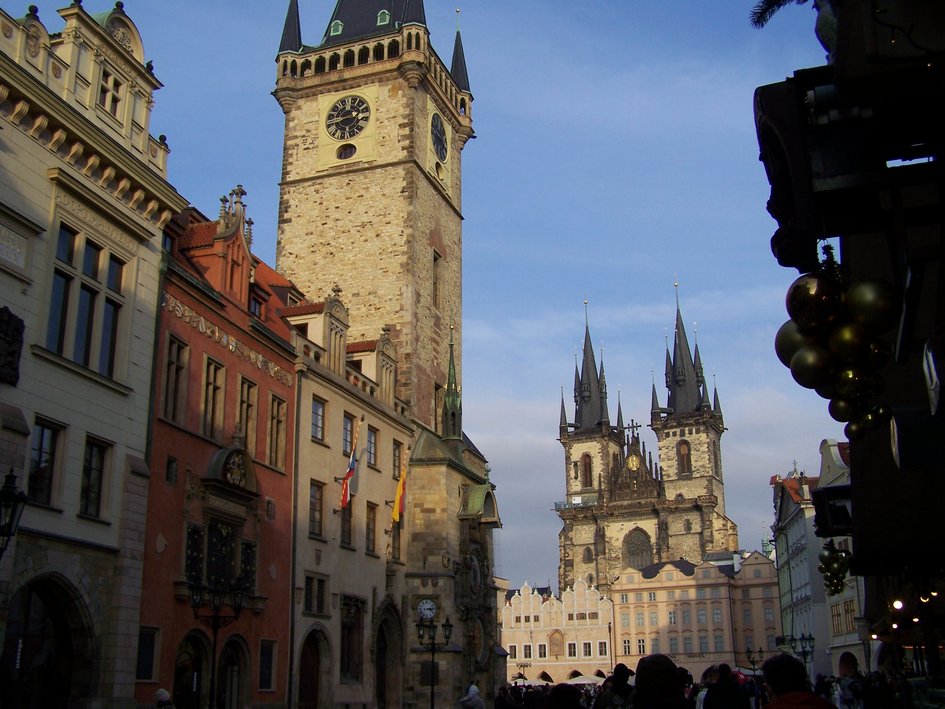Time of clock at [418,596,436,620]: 3:13
